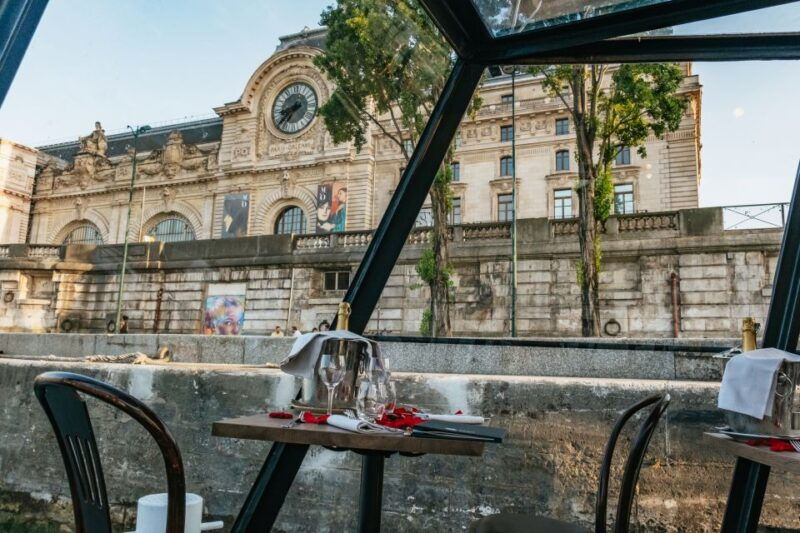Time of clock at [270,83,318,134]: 8:37
